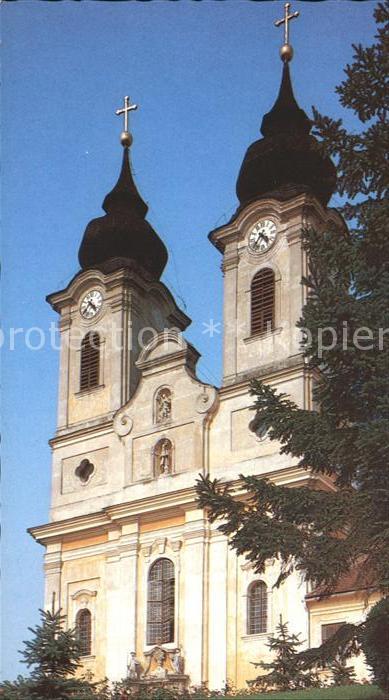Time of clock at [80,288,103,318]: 4:35
